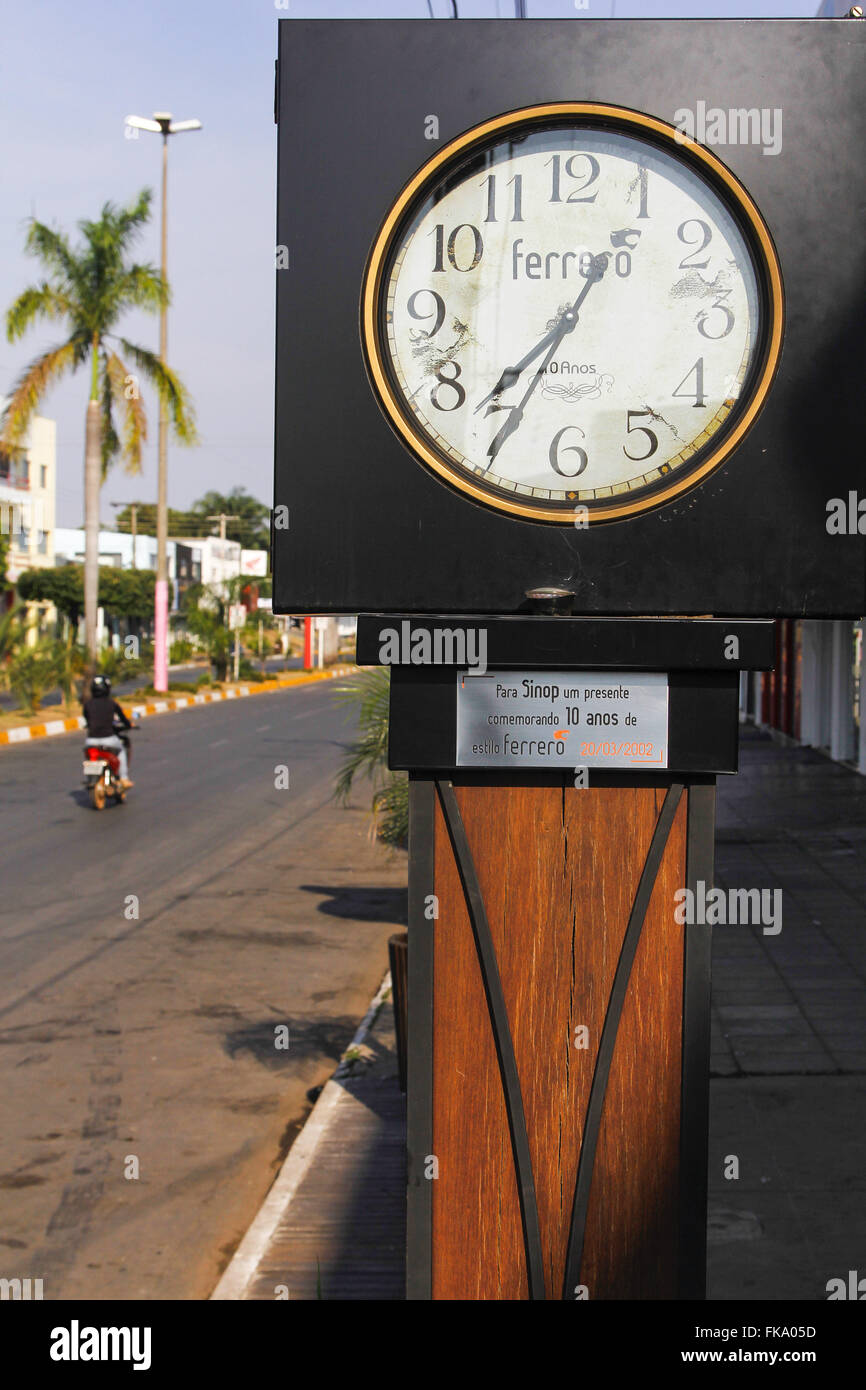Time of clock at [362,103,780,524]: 7:34
